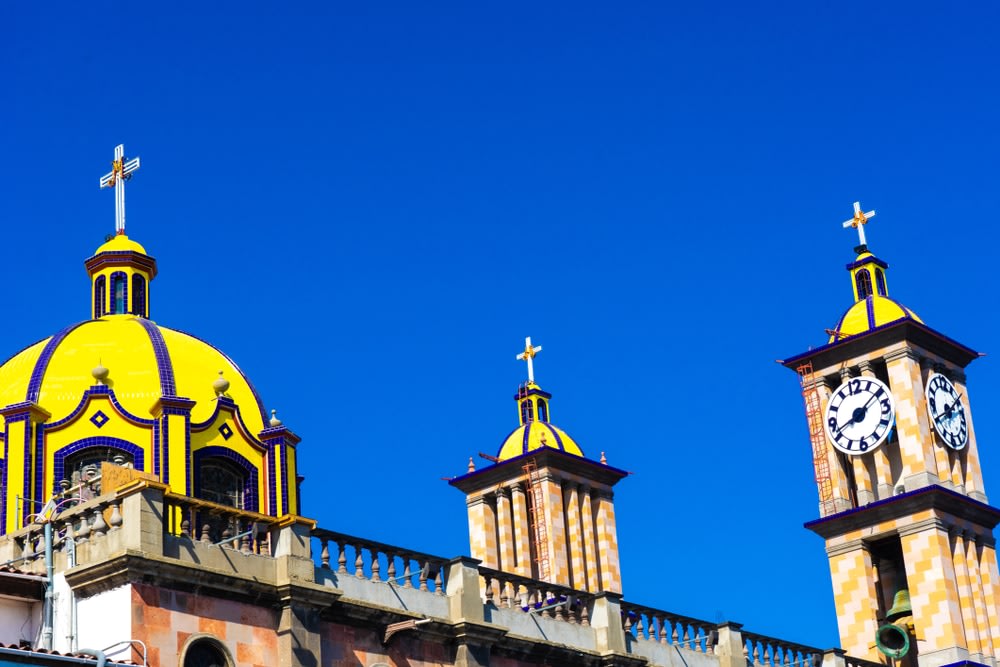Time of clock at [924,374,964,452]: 1:40
